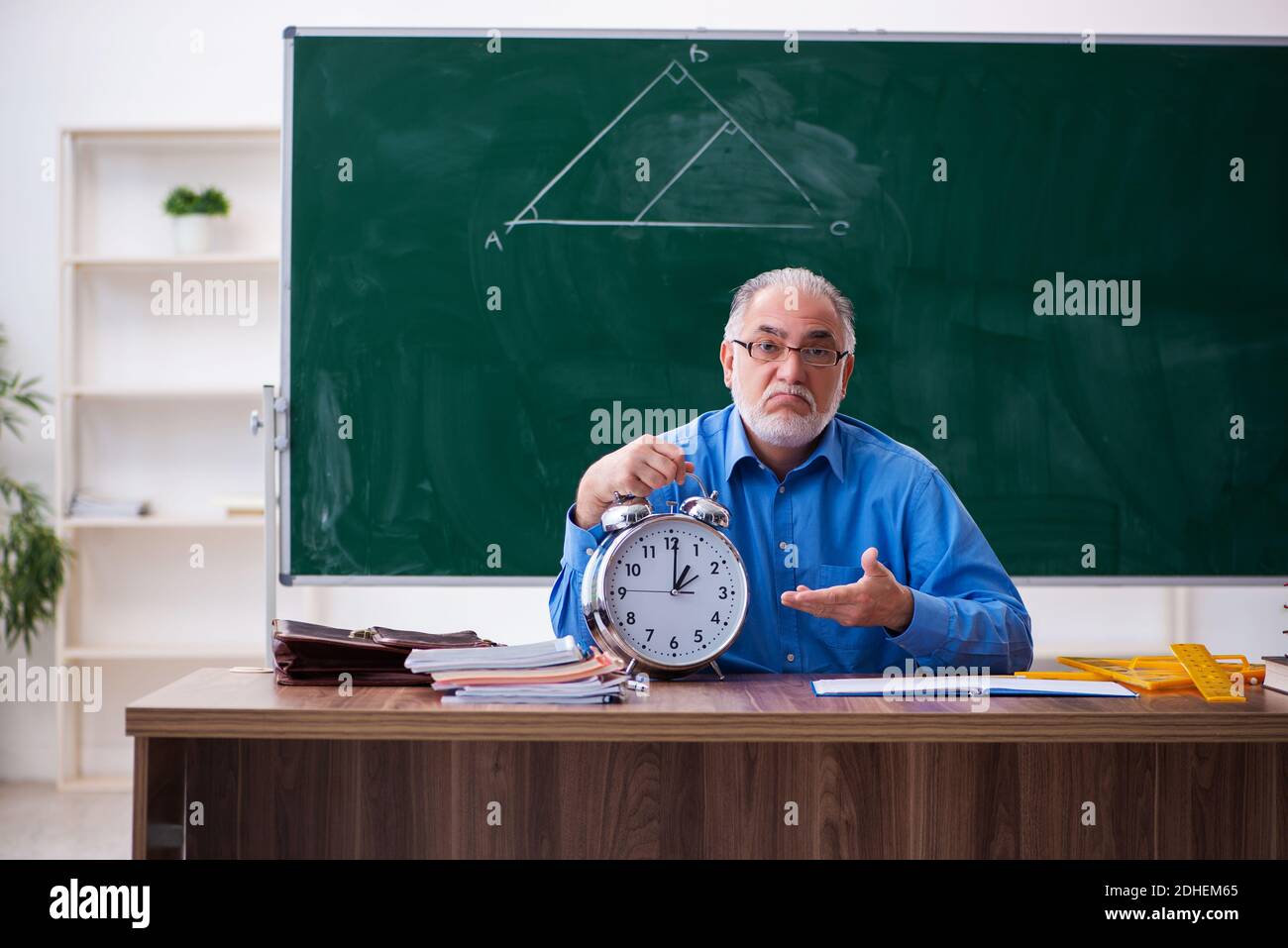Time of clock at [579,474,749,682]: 1:00
